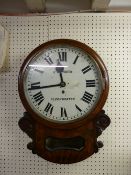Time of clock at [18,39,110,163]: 11:43
